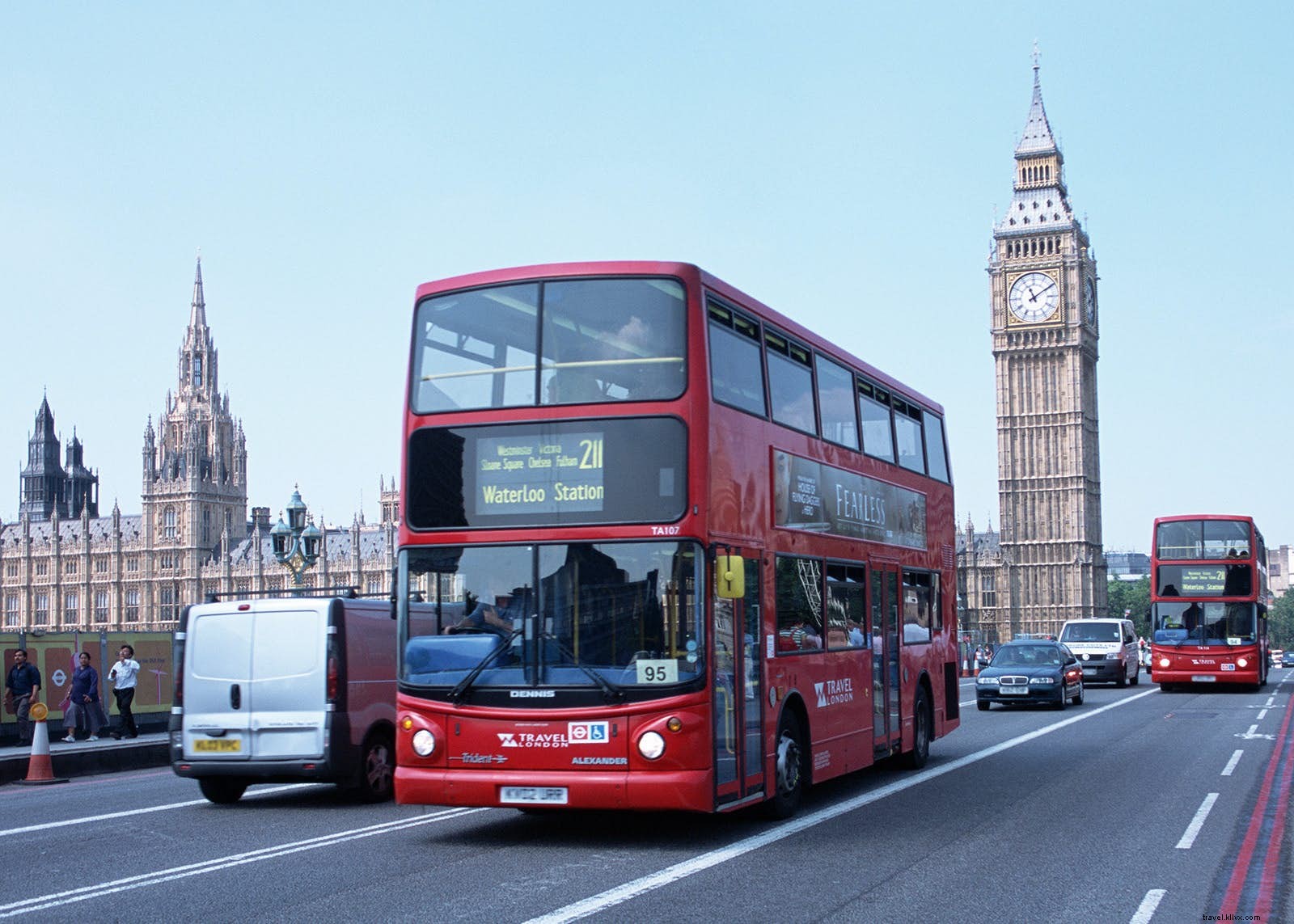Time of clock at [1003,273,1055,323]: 11:09
